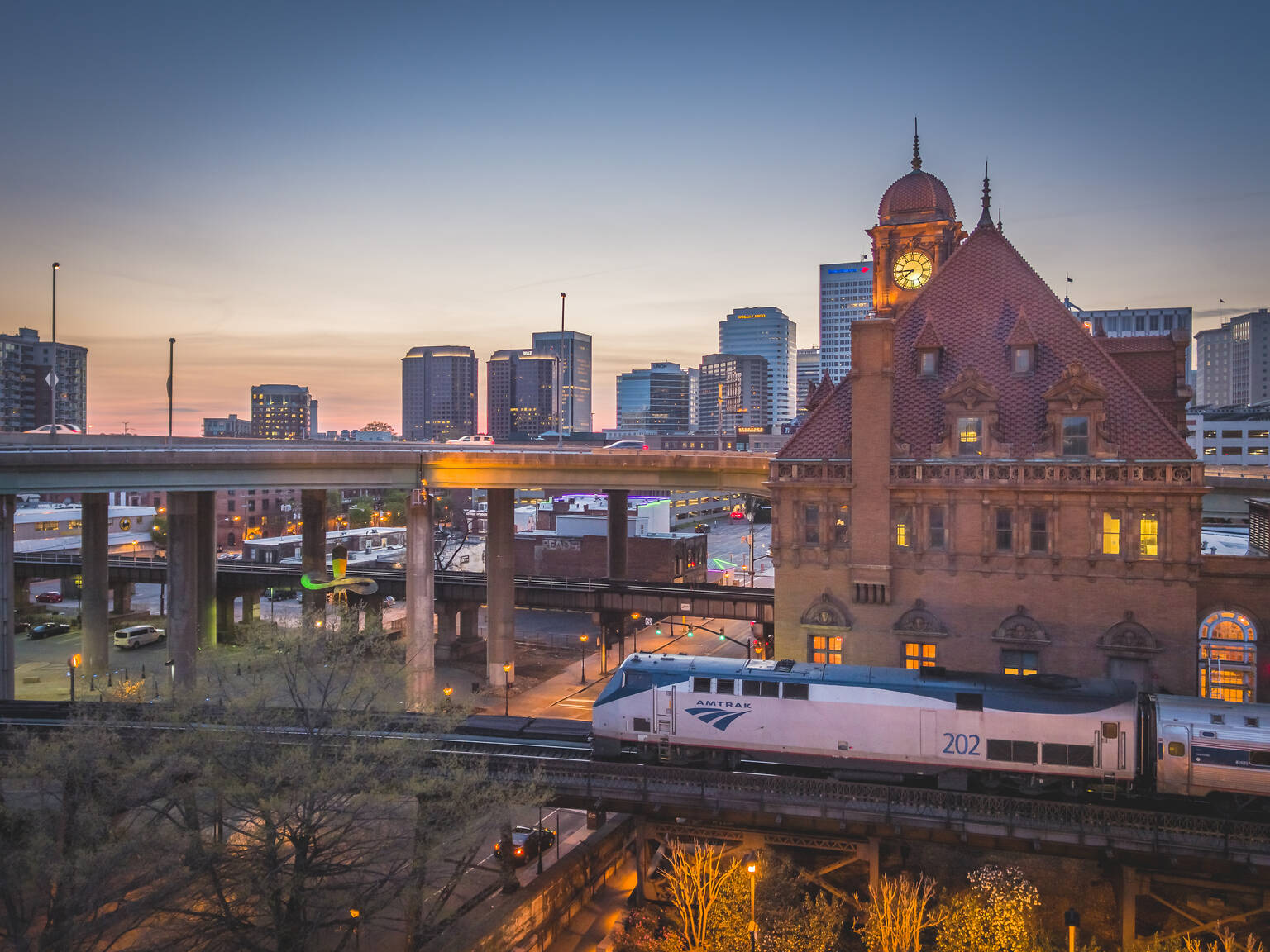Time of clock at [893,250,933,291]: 7:44
